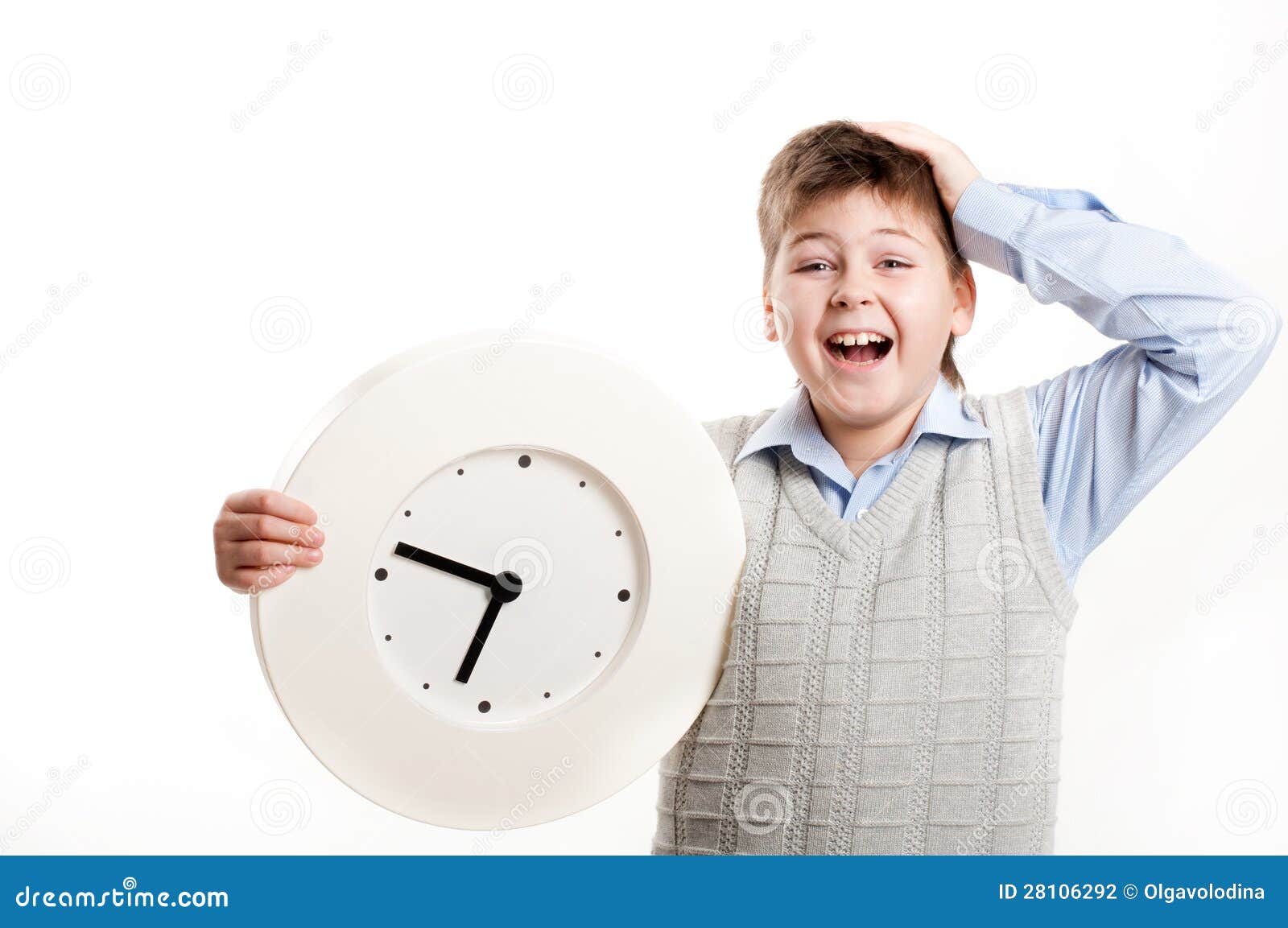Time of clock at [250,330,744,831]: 6:46
